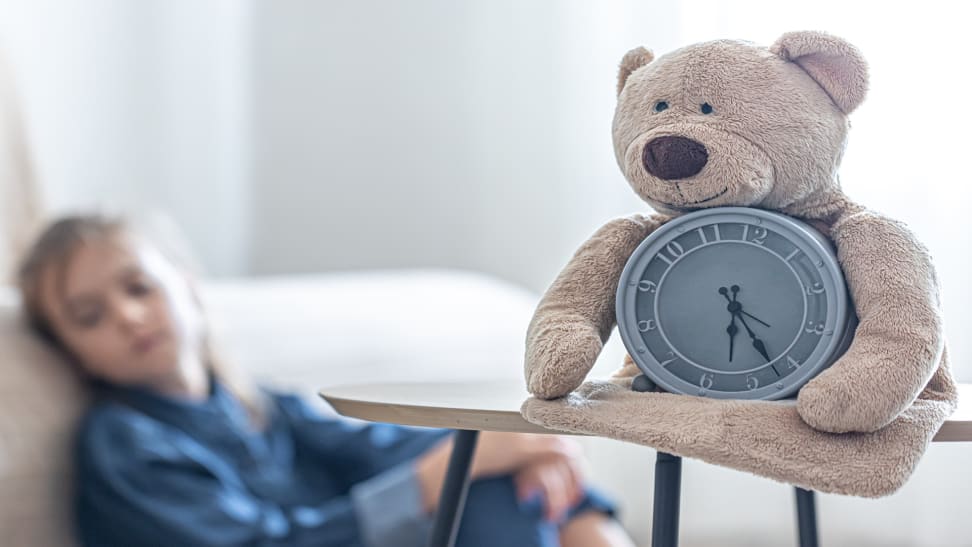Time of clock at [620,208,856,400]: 5:22
